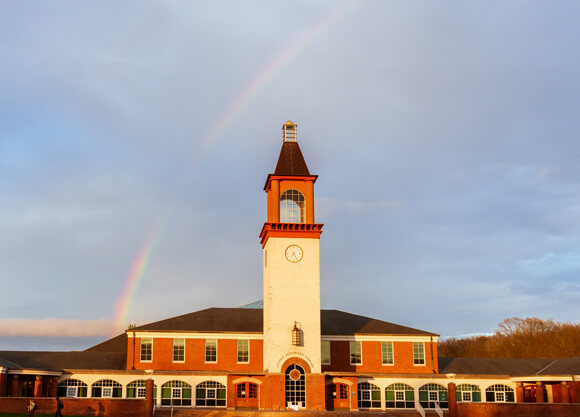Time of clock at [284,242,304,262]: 7:25
